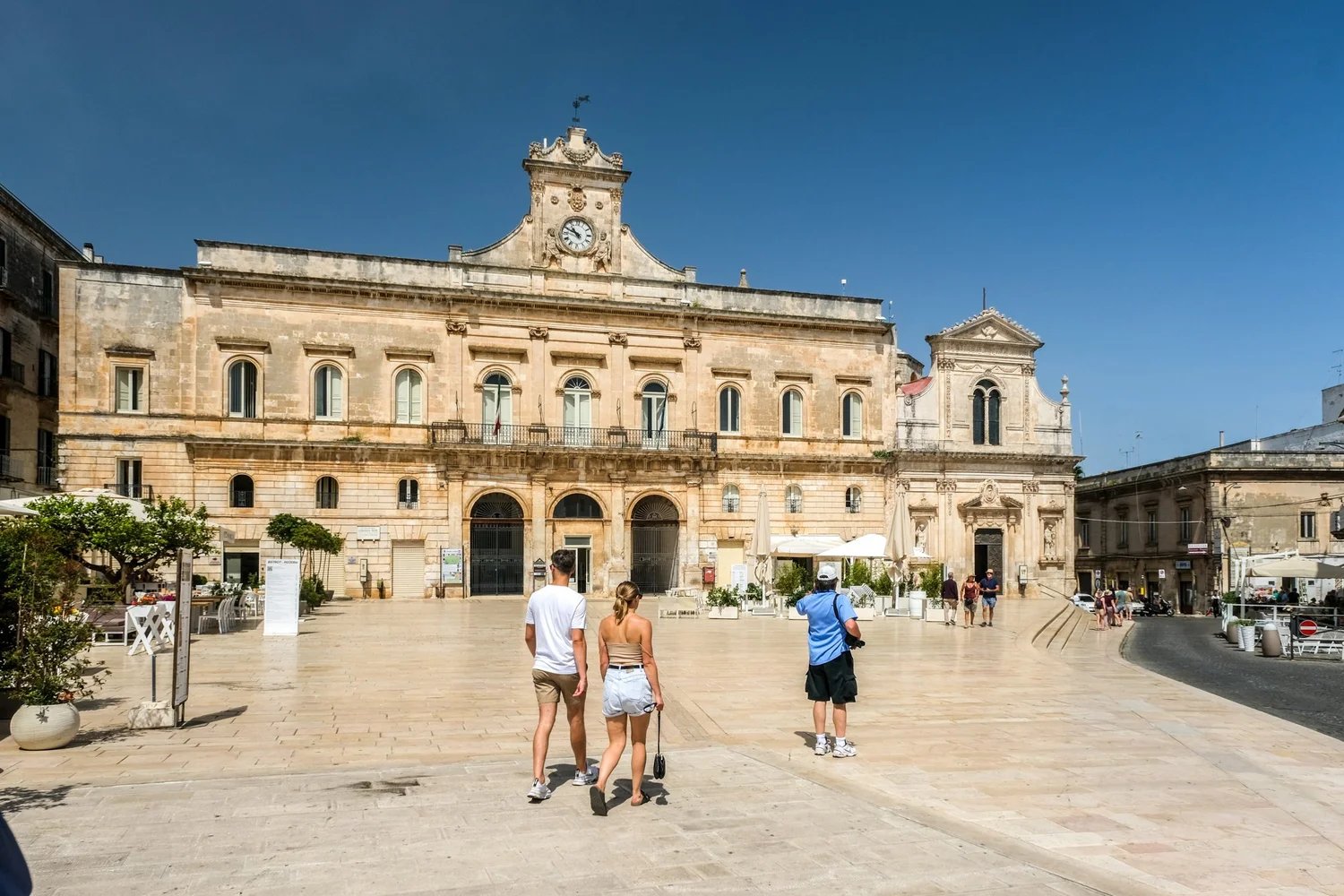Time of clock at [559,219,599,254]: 10:49
